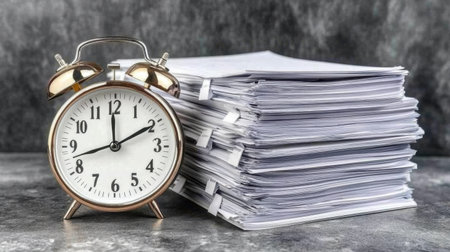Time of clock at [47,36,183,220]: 1:59
